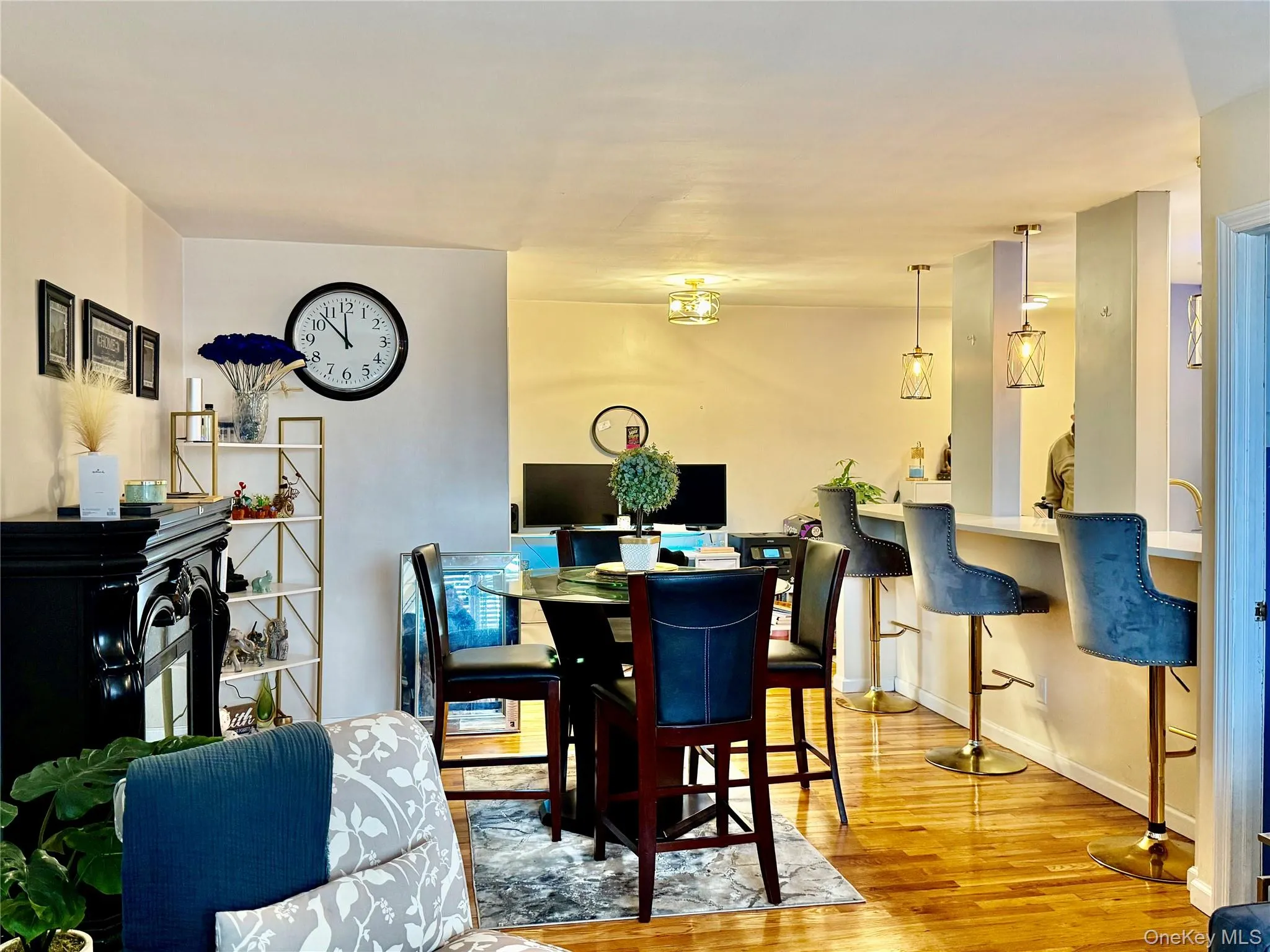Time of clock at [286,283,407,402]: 11:52
